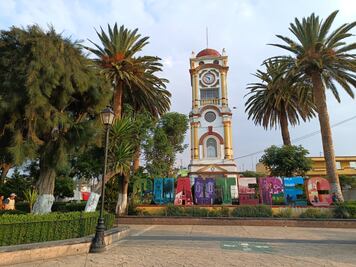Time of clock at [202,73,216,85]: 5:51
